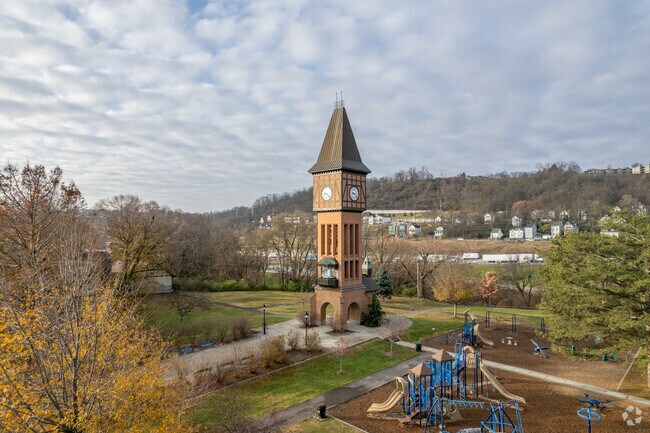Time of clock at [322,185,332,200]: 9:22
